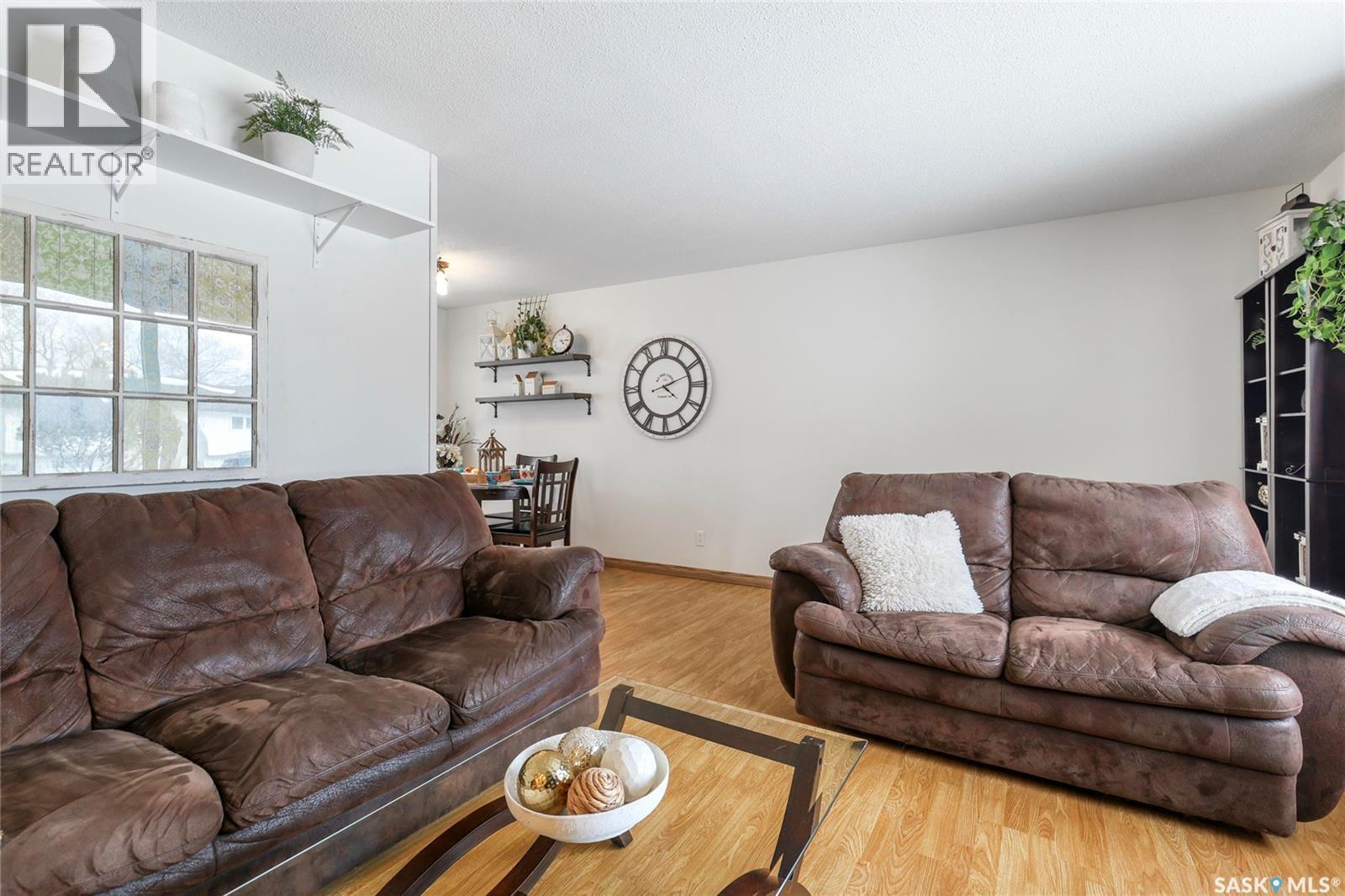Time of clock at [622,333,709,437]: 4:11
